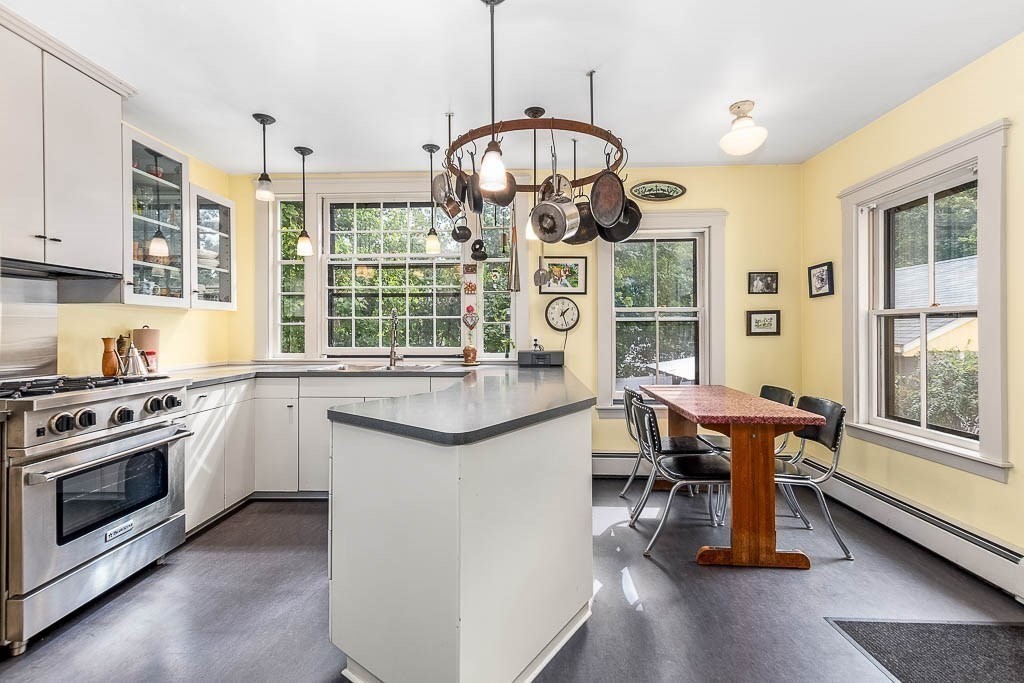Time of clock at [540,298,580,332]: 1:26
